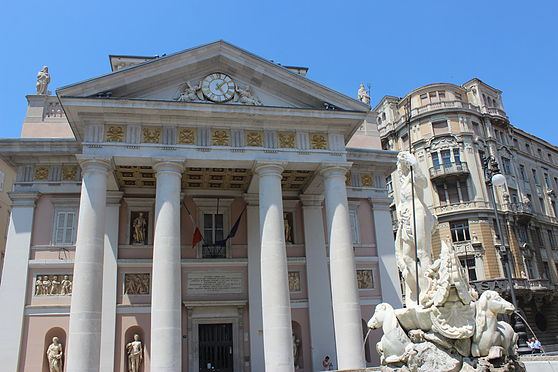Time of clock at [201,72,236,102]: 1:24
